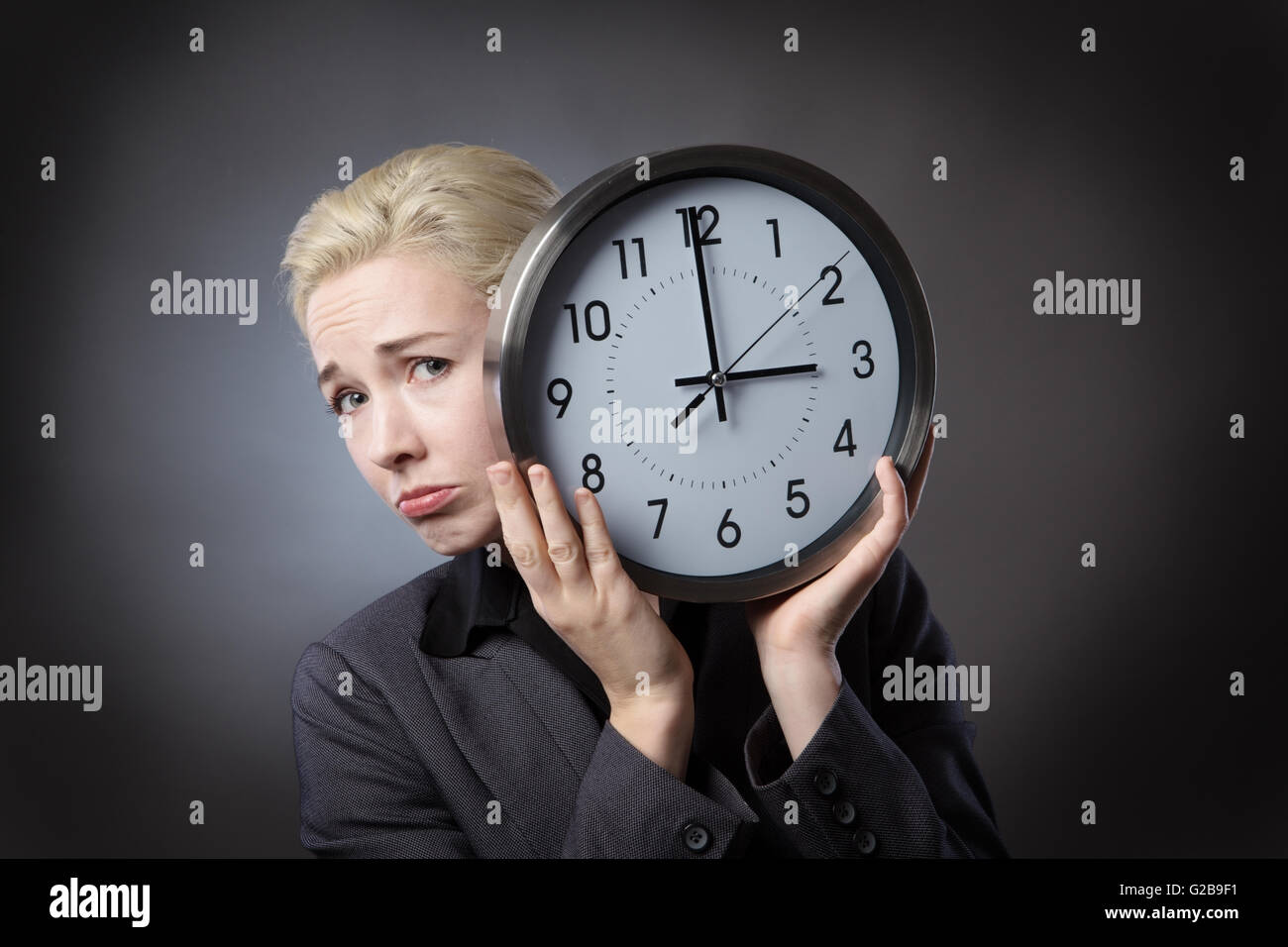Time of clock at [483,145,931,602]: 2:59
